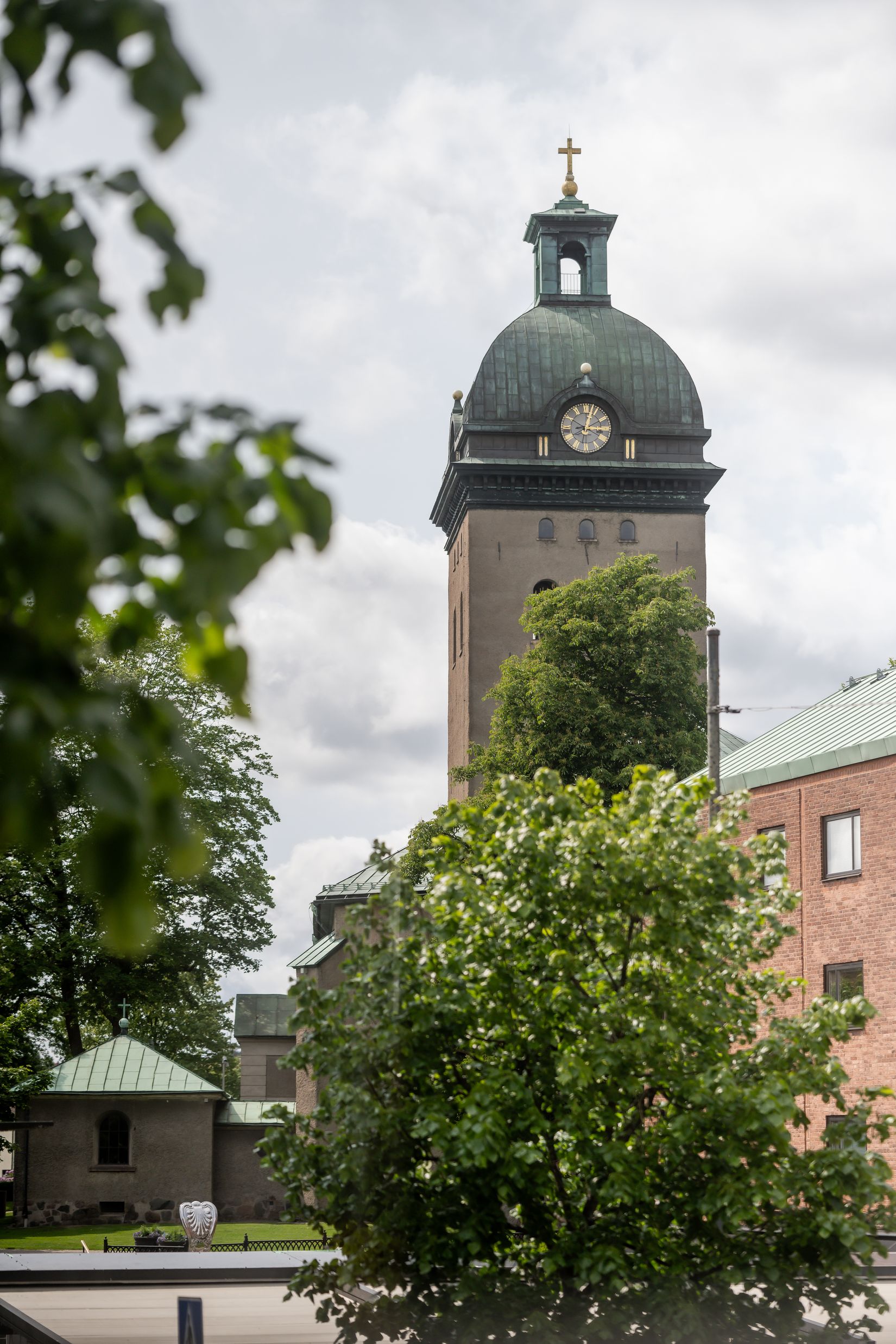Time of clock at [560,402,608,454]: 3:02
